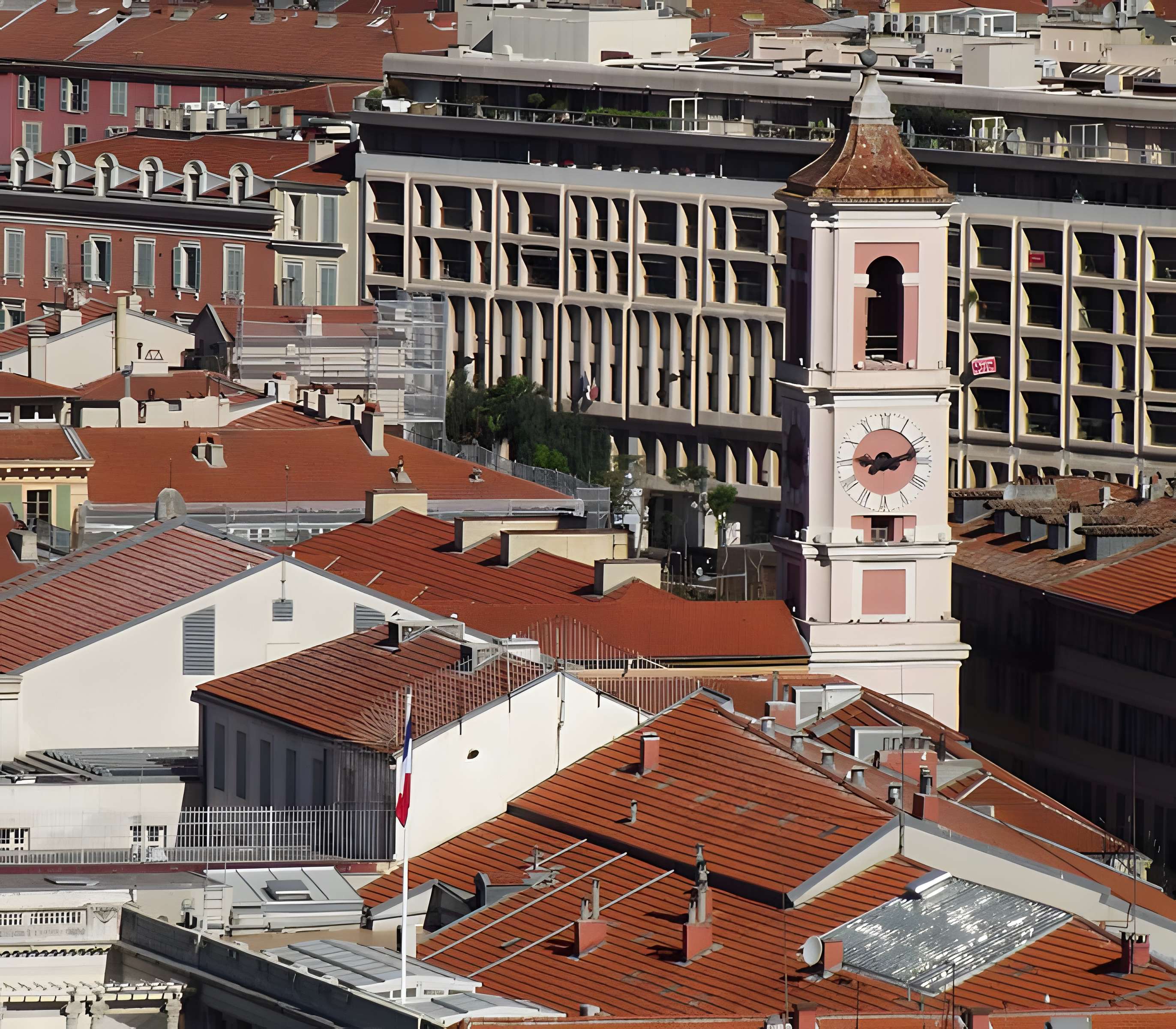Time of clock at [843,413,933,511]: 9:12
